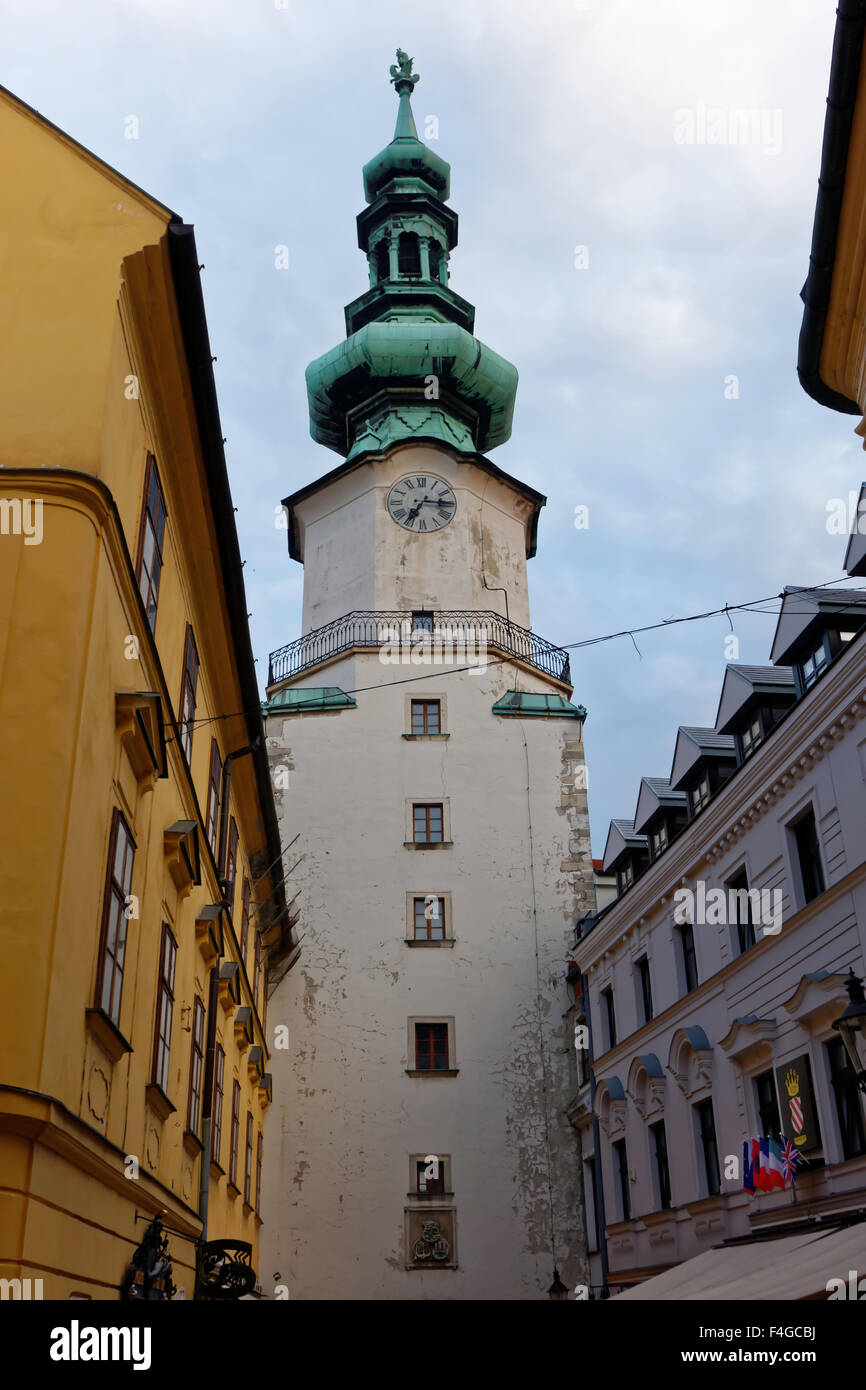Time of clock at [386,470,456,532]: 7:15
